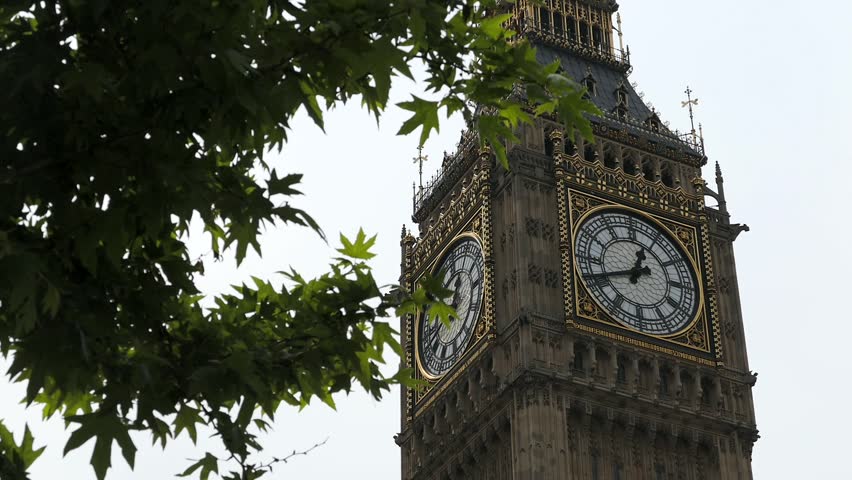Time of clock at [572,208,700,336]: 12:41
